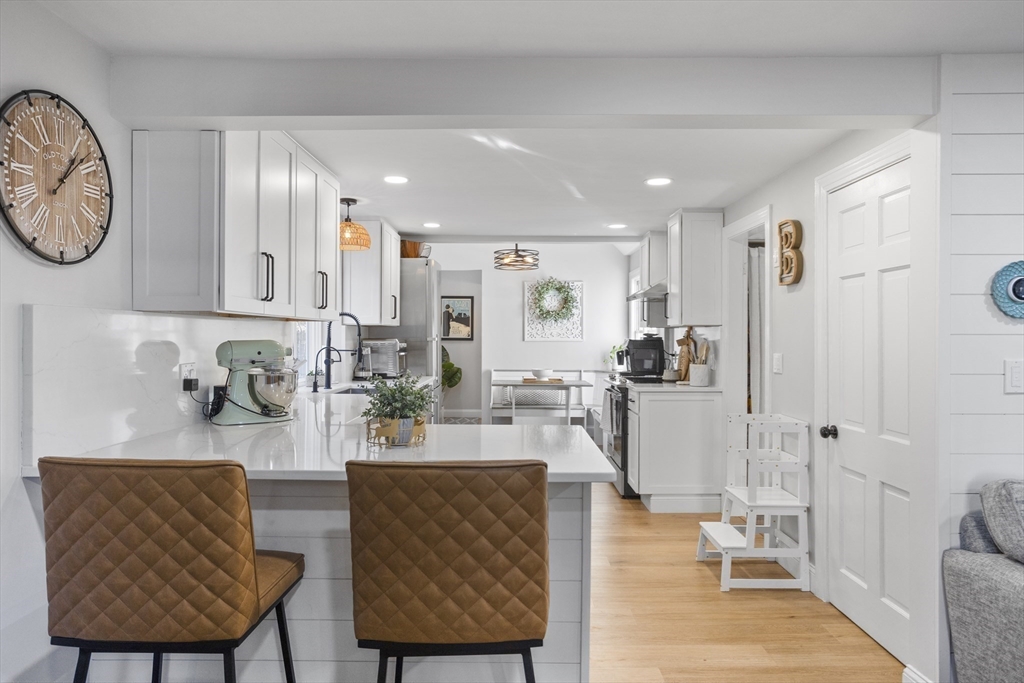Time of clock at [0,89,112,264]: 1:08
